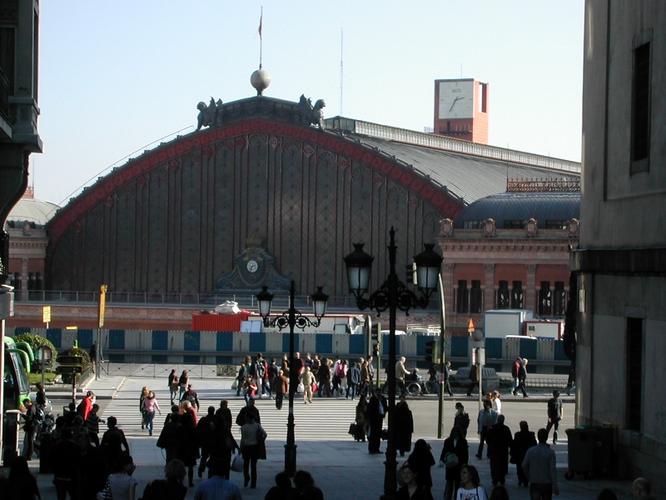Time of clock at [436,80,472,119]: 2:35
